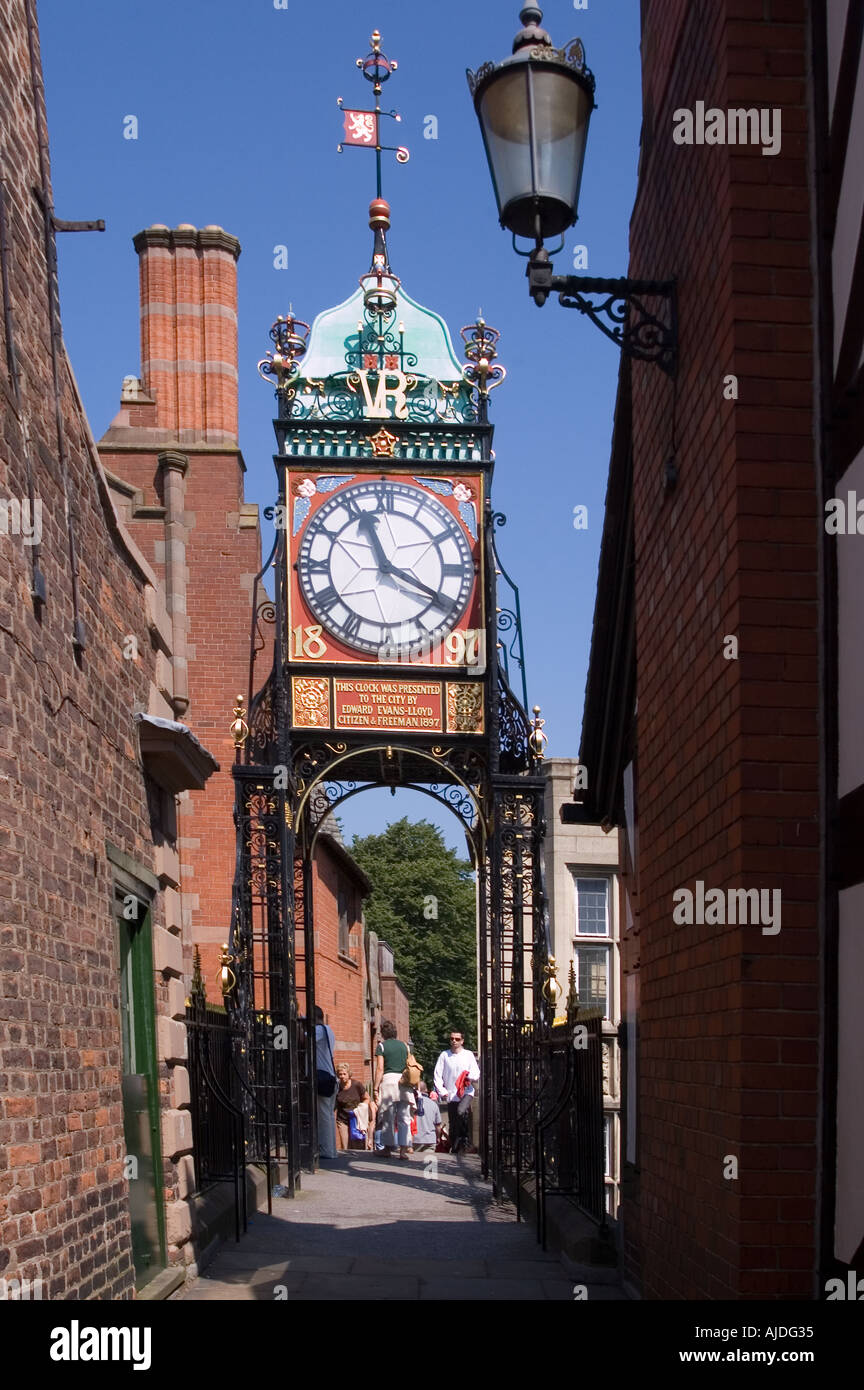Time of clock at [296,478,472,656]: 11:19
